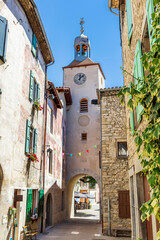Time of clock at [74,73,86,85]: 12:07
